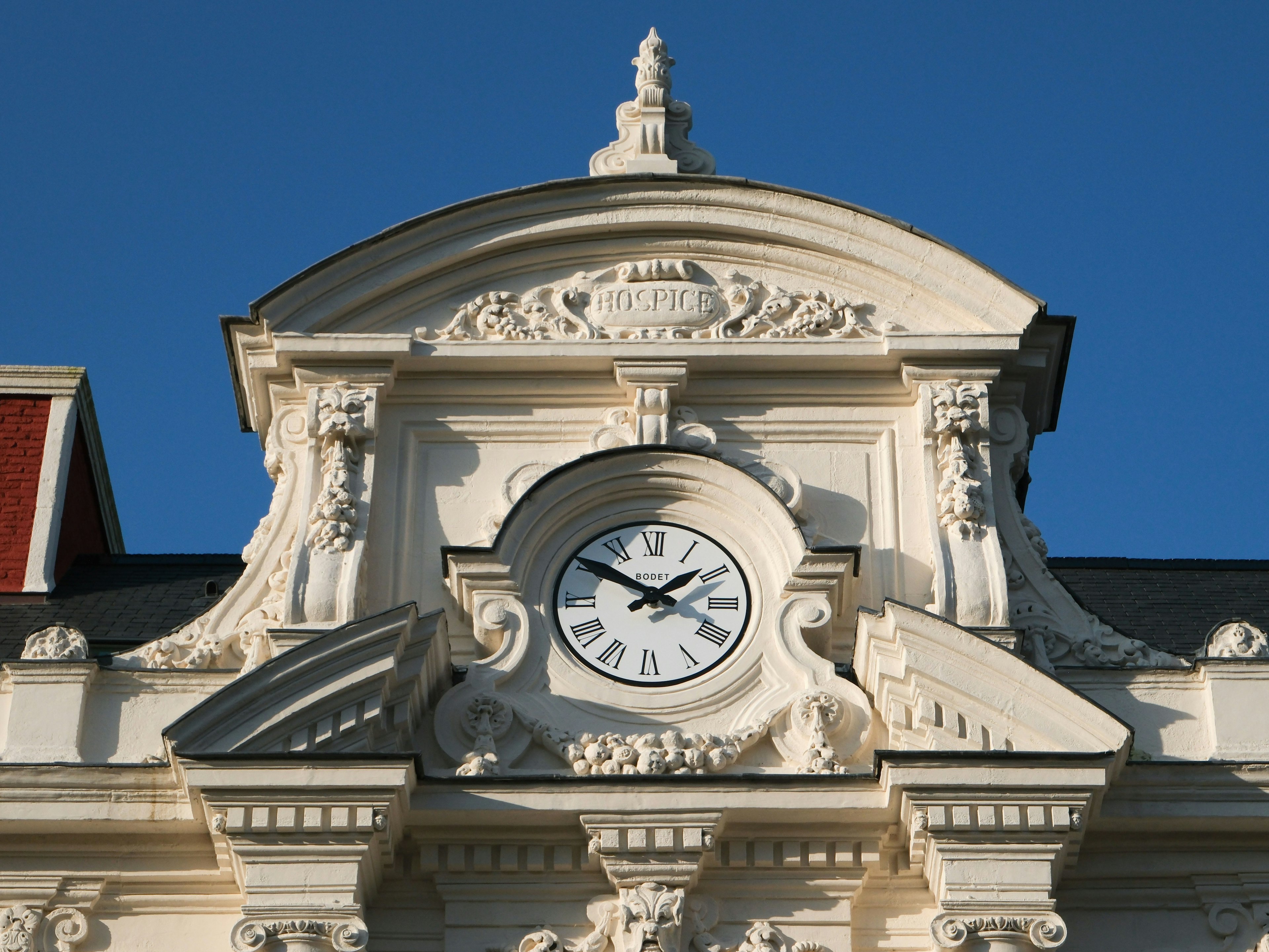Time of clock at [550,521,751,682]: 1:50
